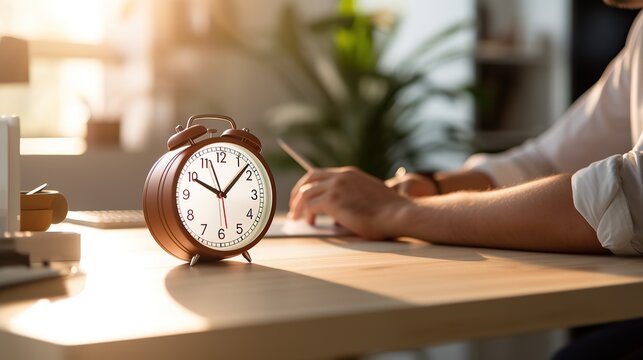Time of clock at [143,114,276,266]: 10:07
